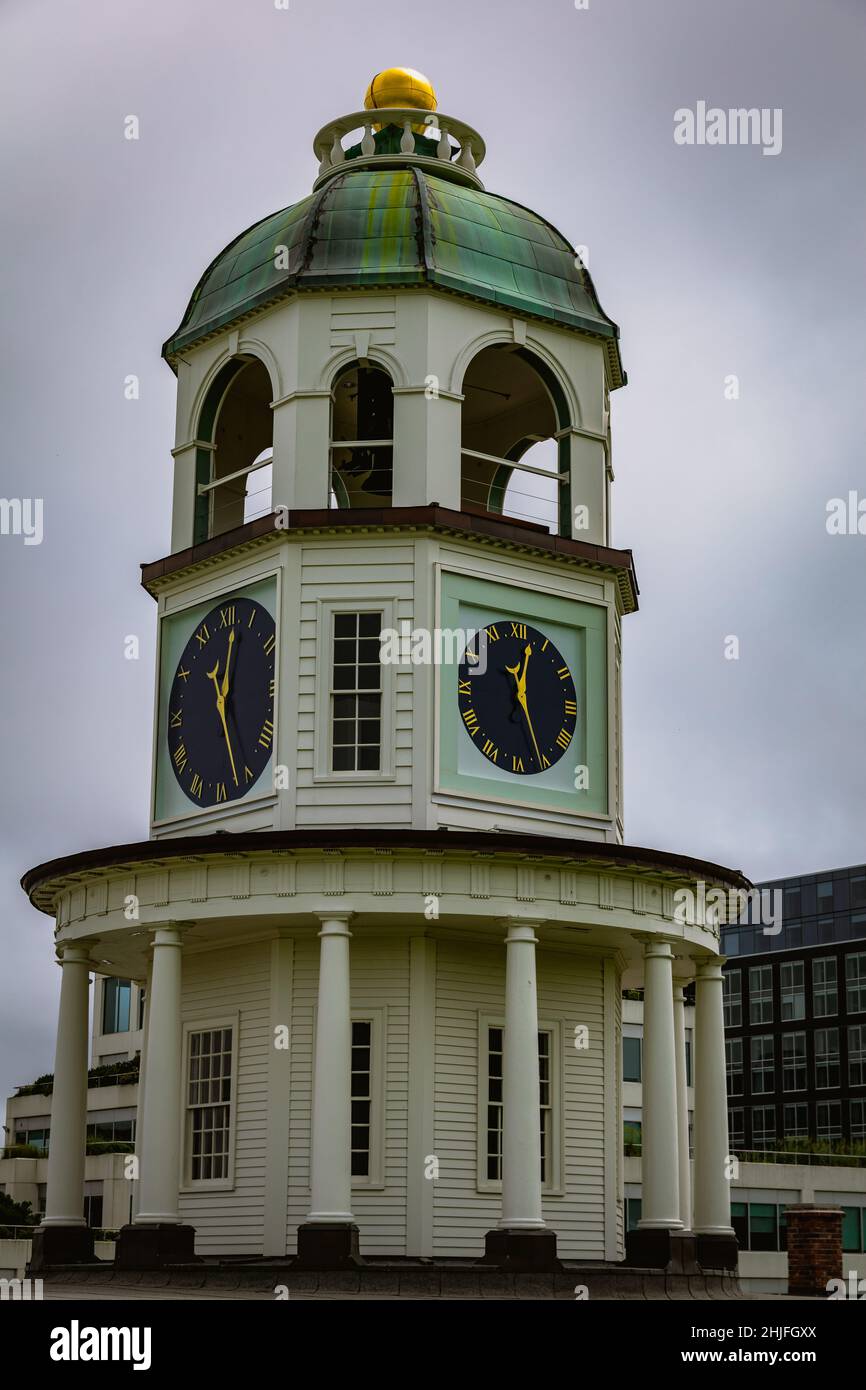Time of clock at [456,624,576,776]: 12:26
